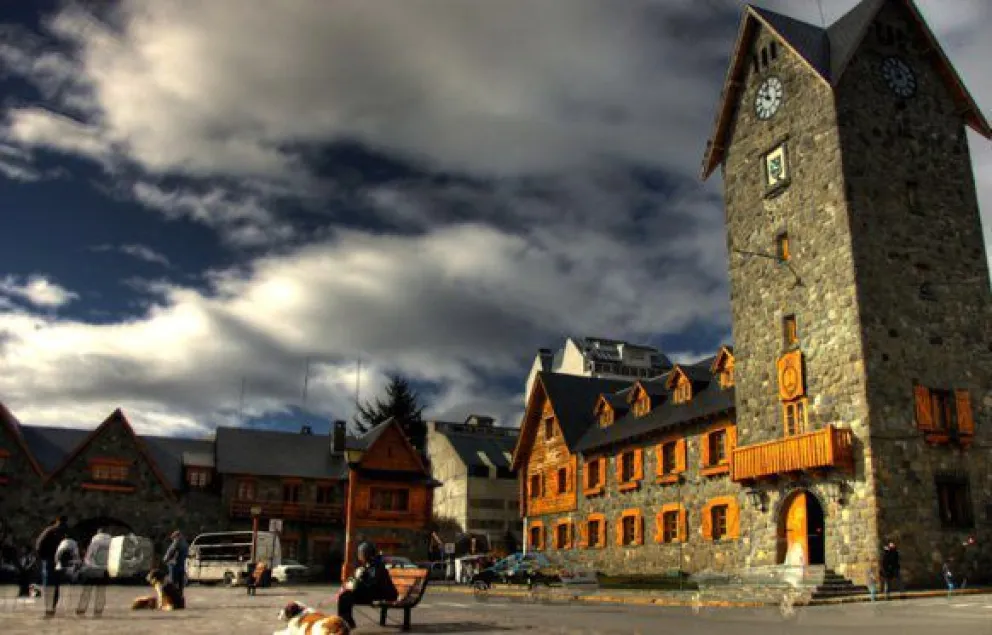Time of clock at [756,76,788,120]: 11:50
